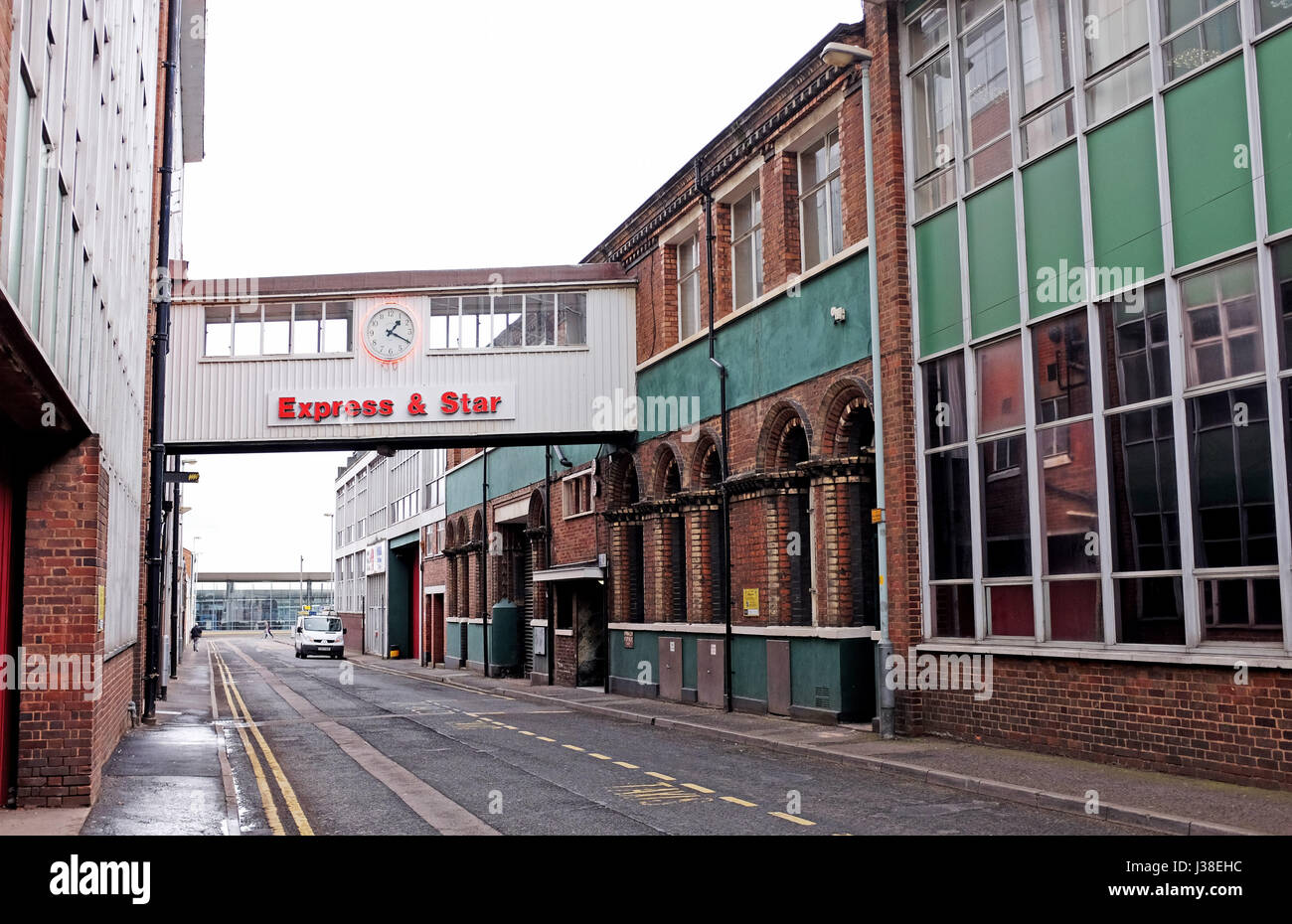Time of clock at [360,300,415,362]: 1:19
